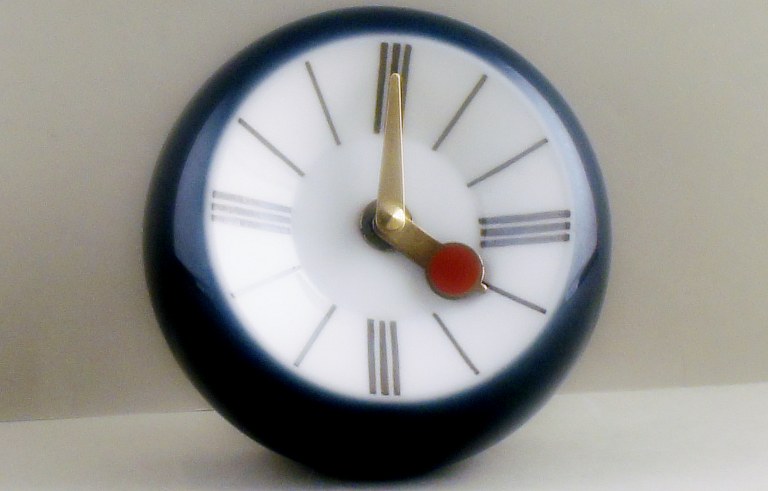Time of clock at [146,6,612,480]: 4:00
